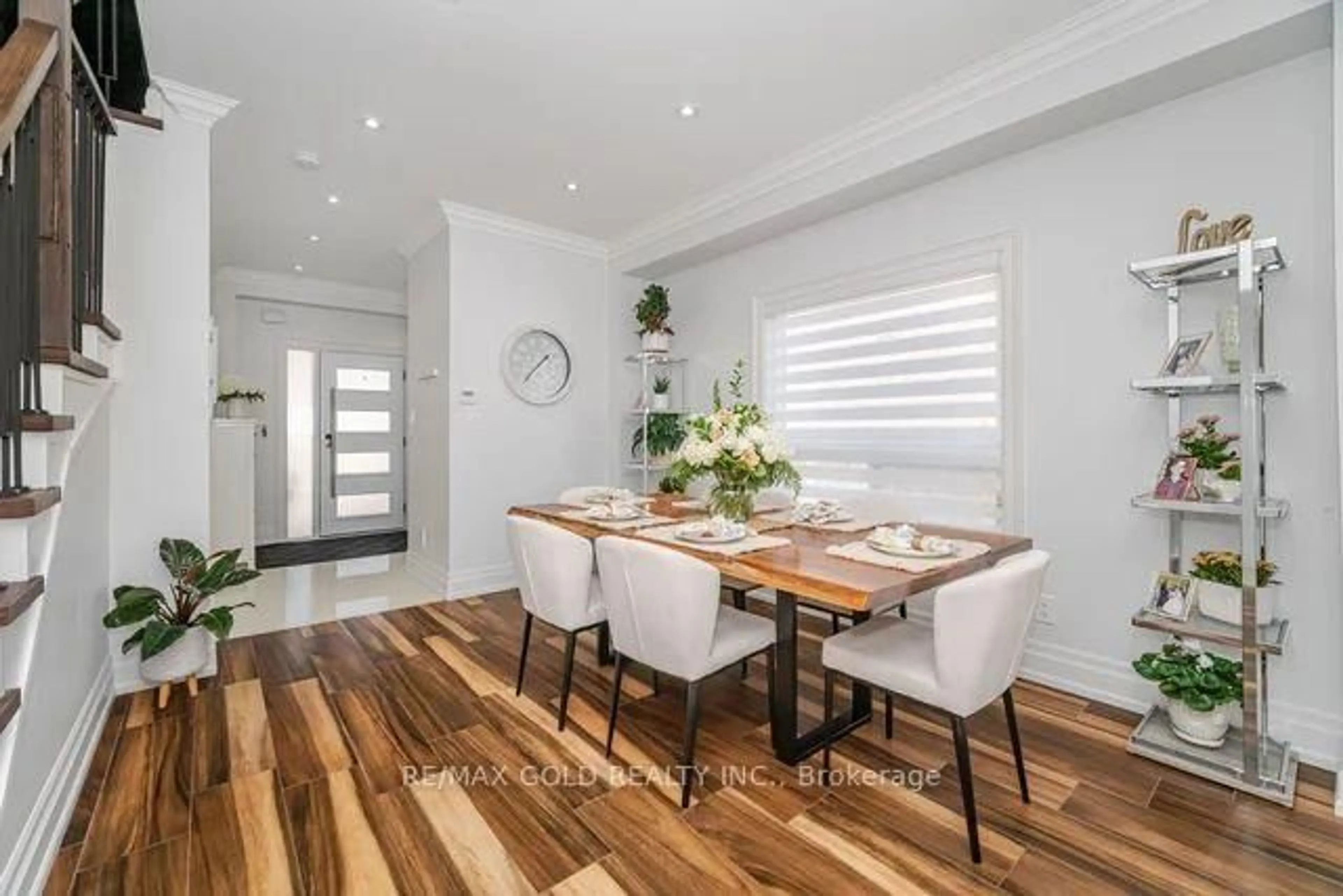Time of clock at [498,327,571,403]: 1:37
